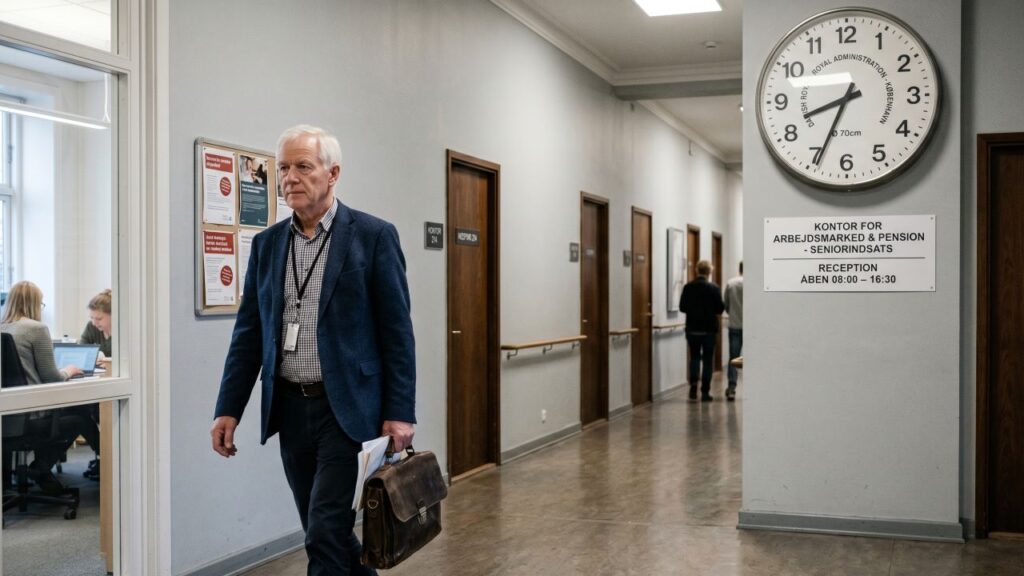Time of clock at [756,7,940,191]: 8:34
